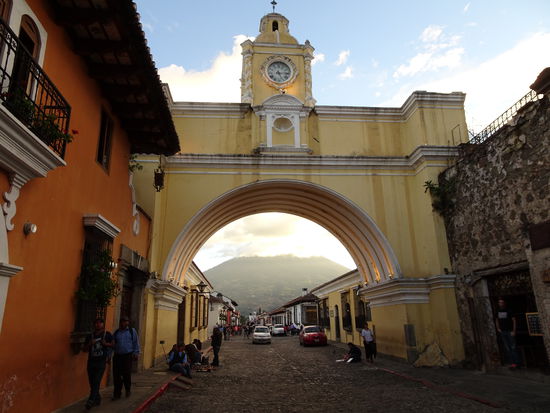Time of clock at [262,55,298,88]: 5:14
